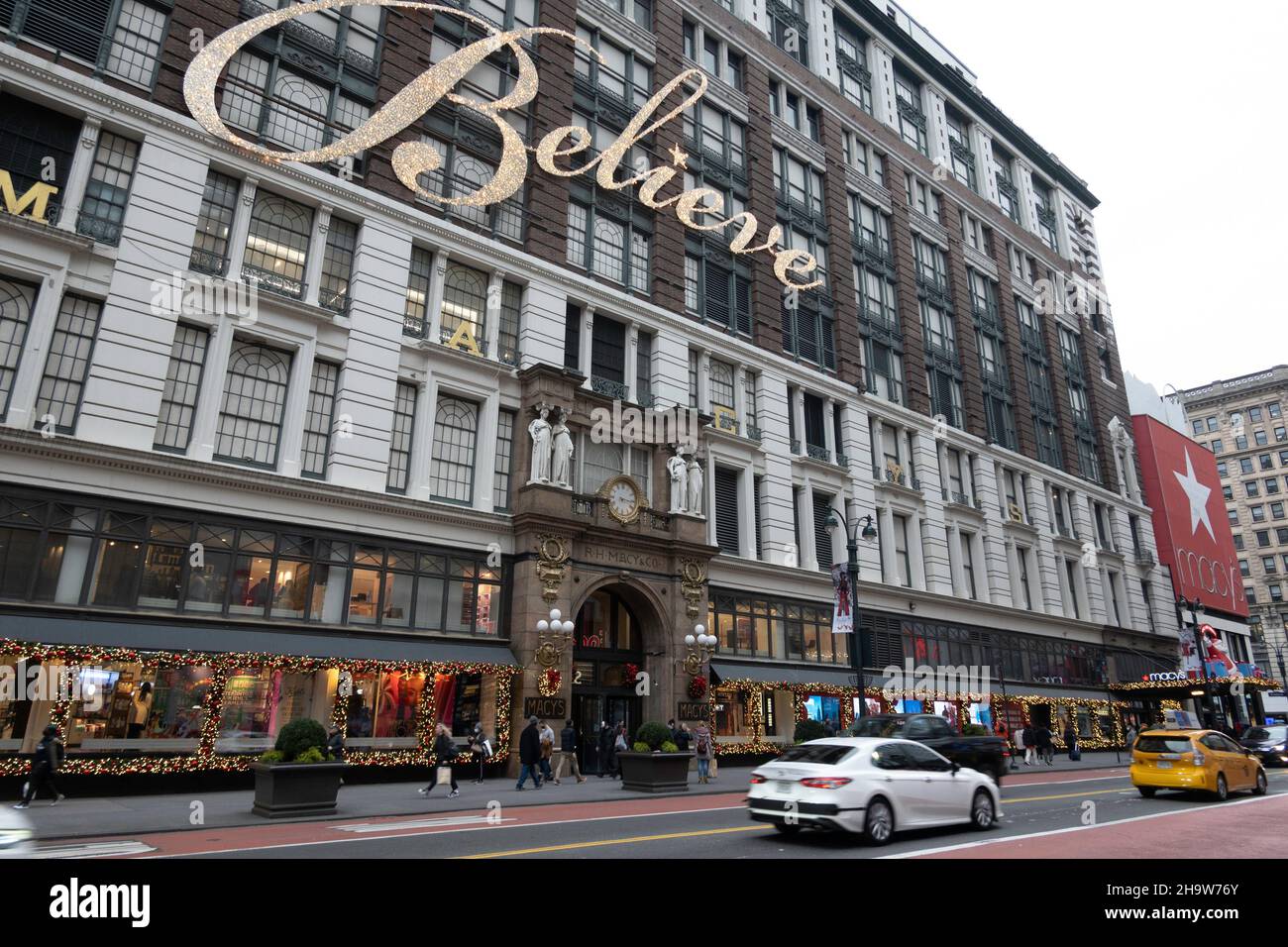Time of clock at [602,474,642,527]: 3:16
